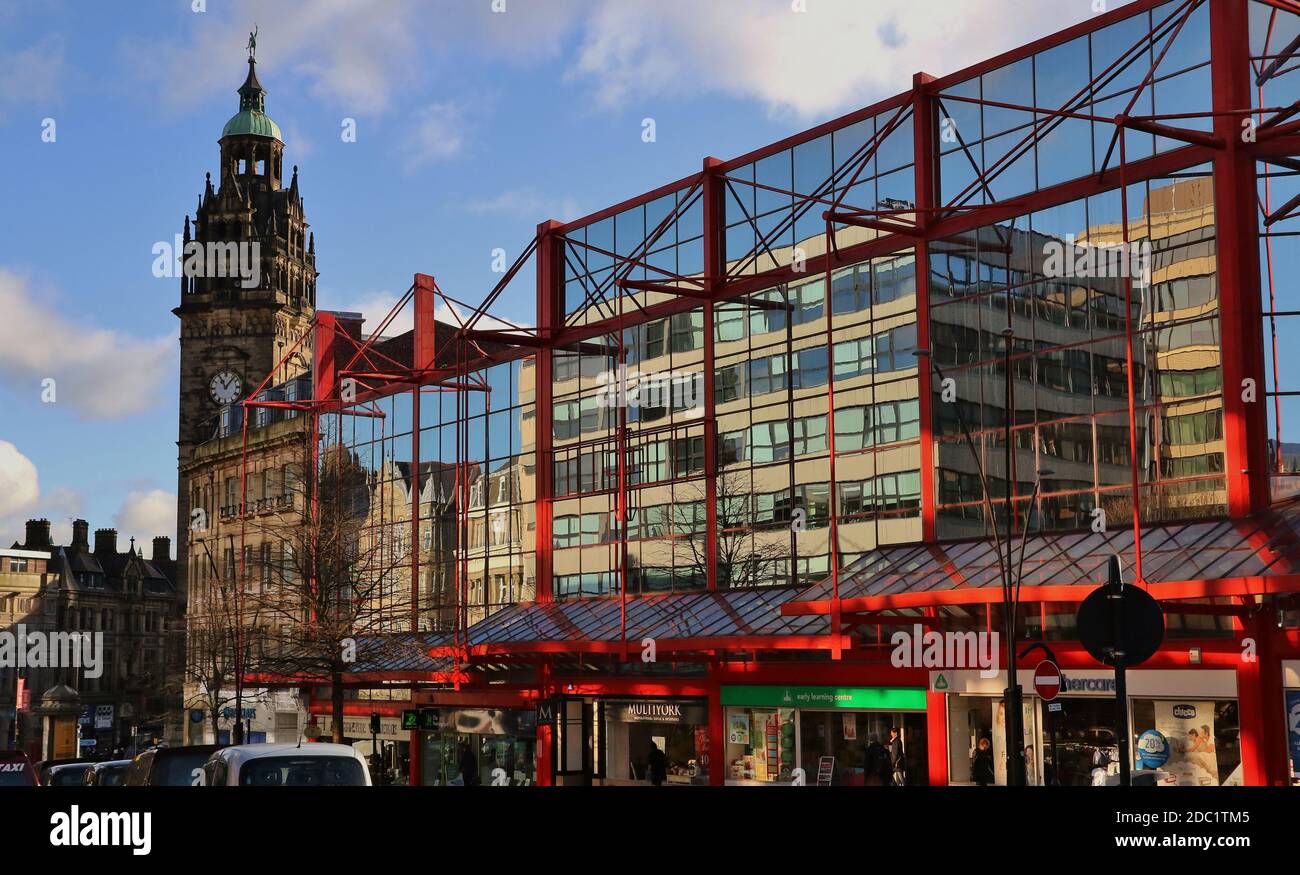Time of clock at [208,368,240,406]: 11:07
